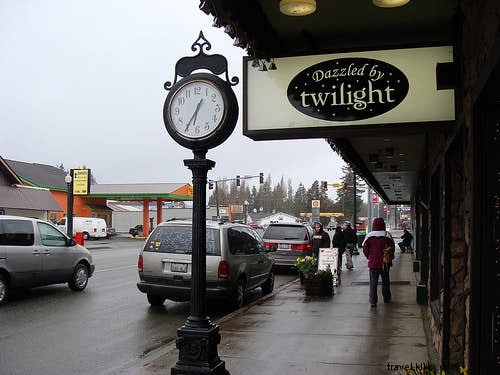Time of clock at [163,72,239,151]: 6:35
